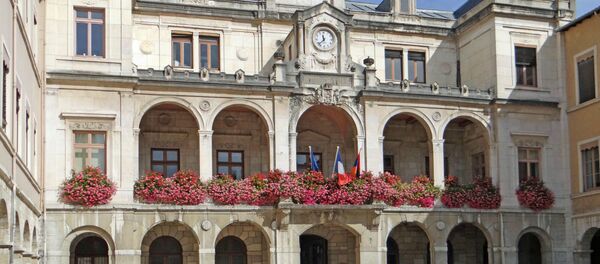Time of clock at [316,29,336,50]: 11:37
